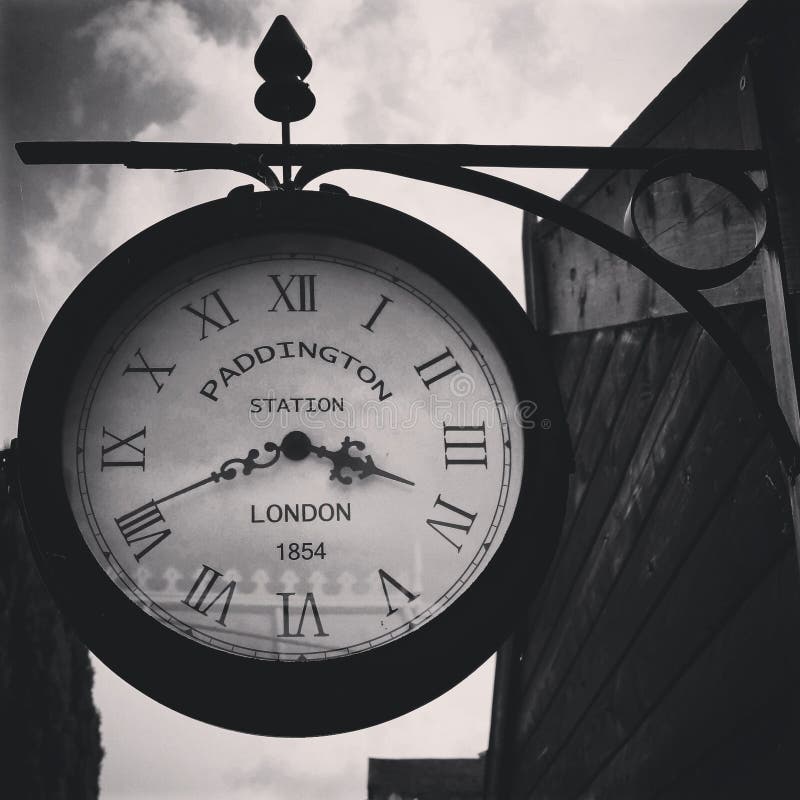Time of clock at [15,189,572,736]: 3:41
